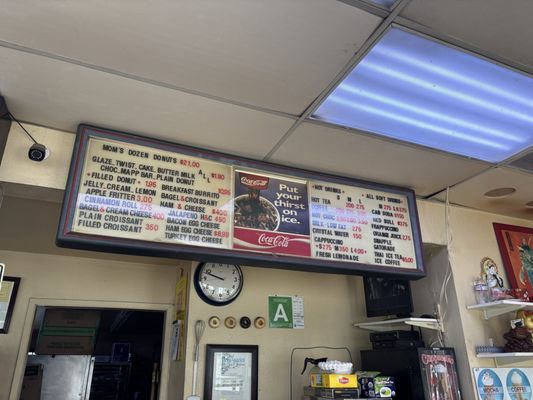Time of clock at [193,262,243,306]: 9:48
